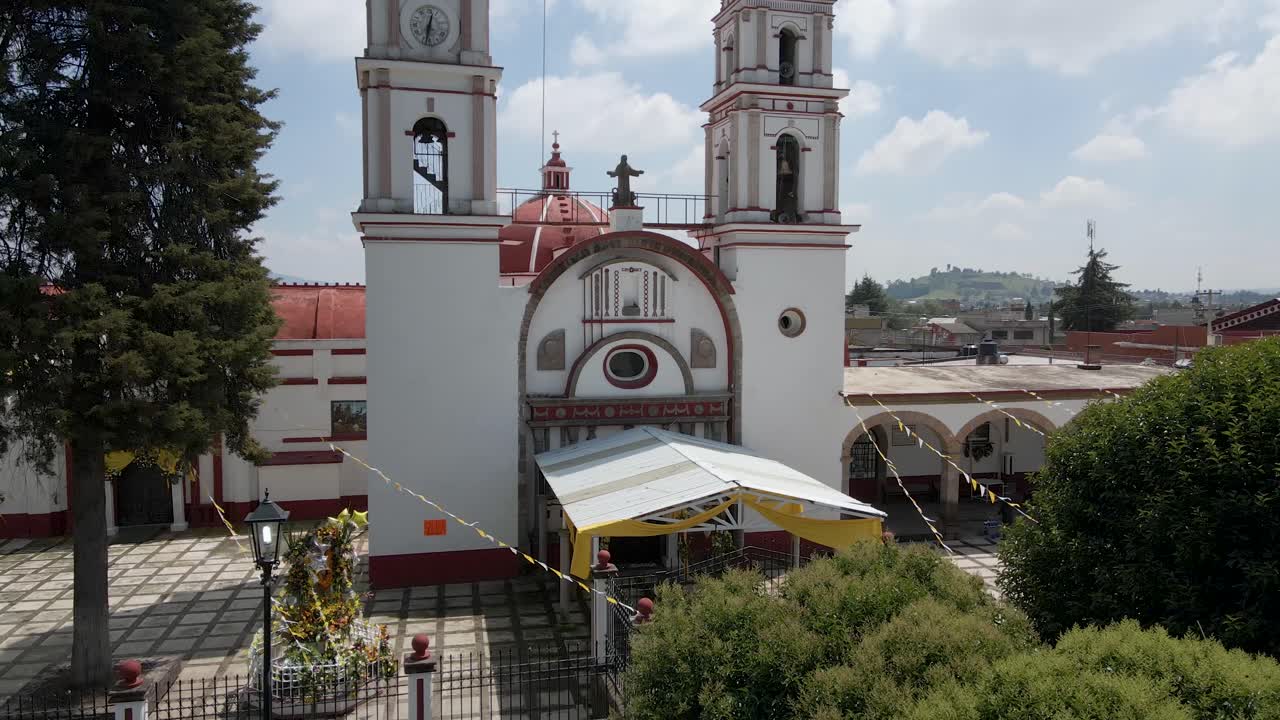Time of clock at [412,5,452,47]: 12:32
